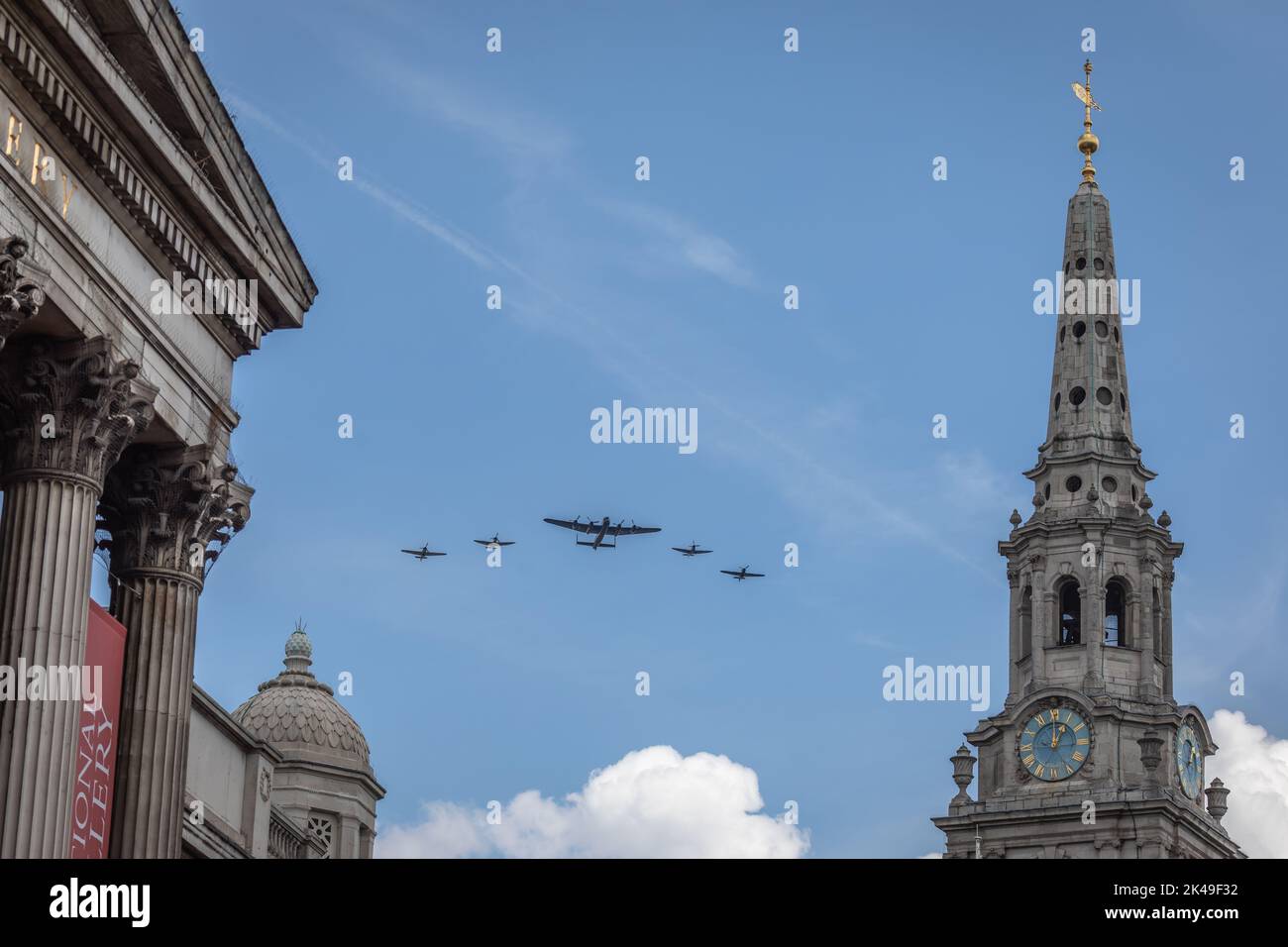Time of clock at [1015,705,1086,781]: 12:59
